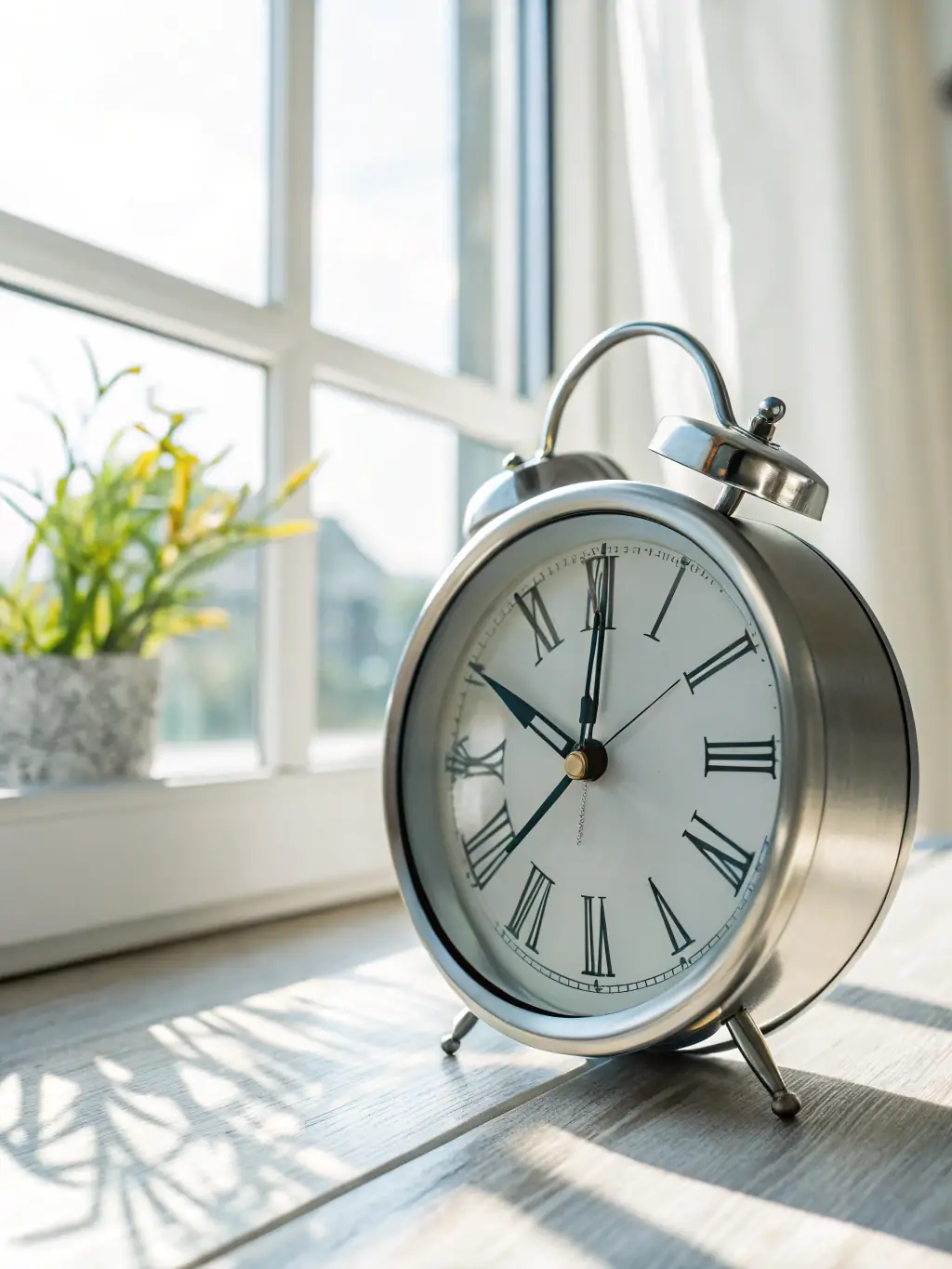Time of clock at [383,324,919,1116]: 10:00
